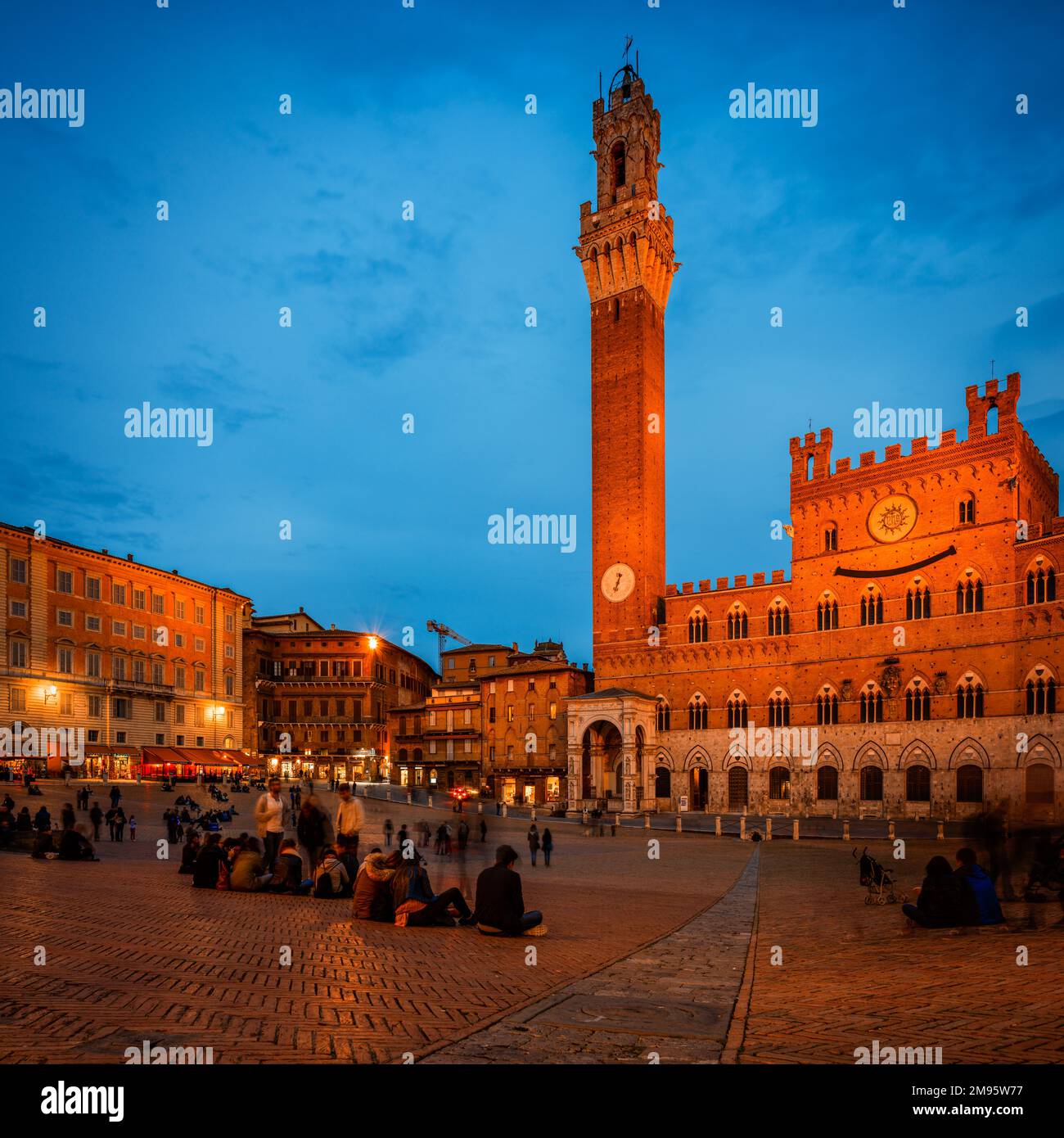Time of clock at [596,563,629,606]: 12:33
